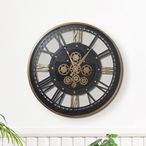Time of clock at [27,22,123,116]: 11:05
